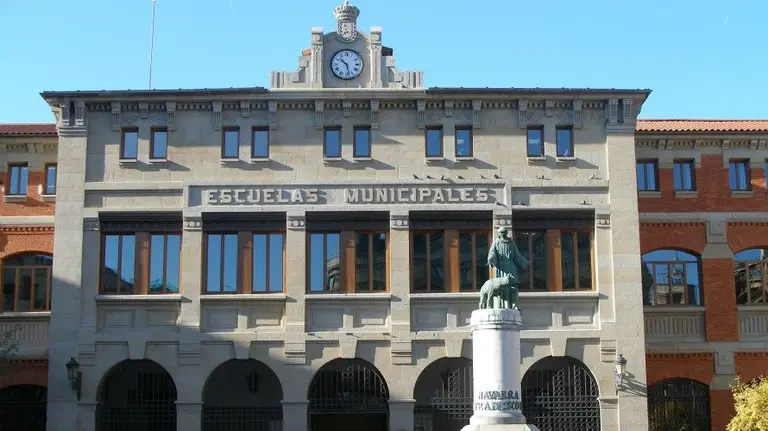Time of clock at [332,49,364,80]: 10:27
